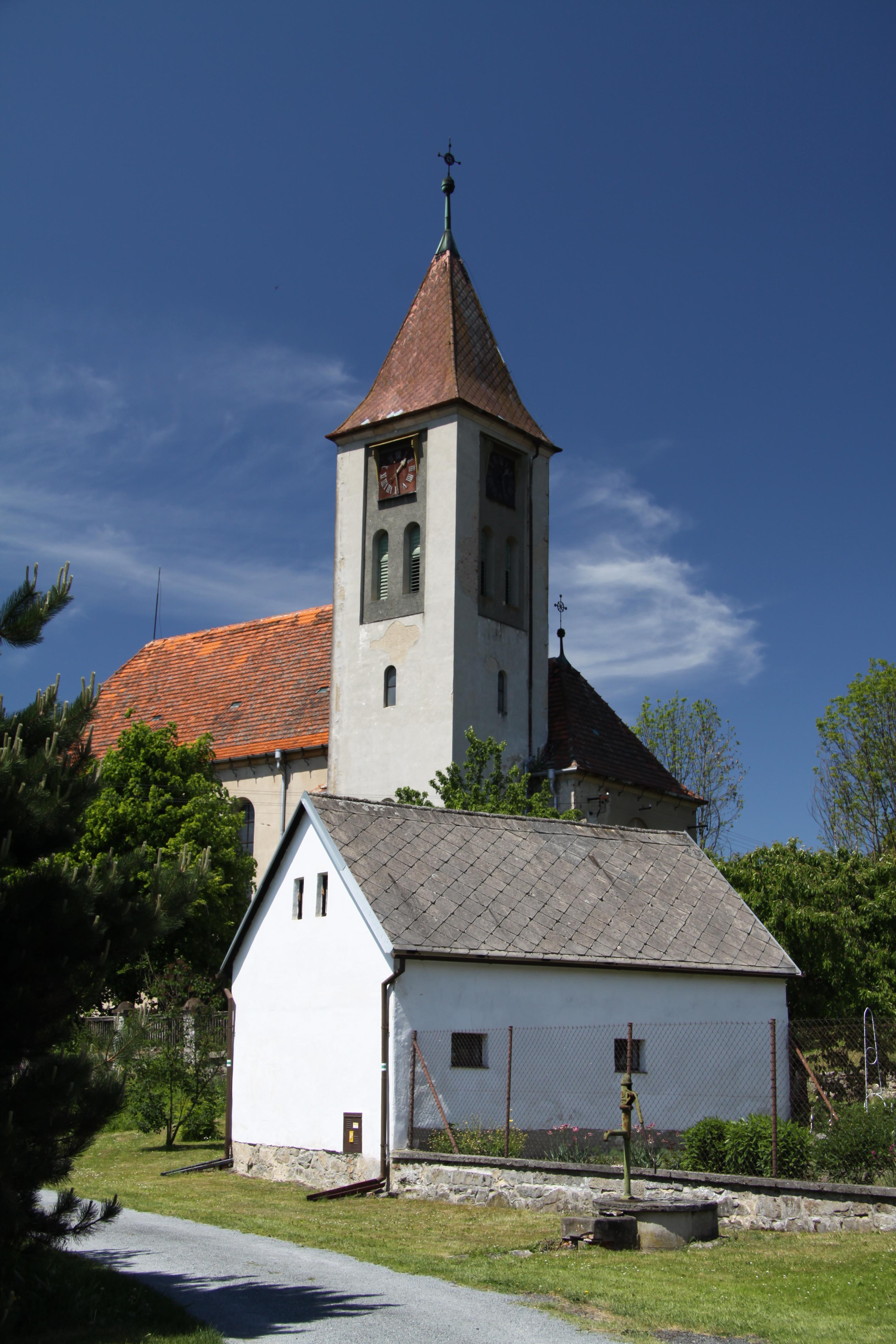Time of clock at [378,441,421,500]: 1:28
